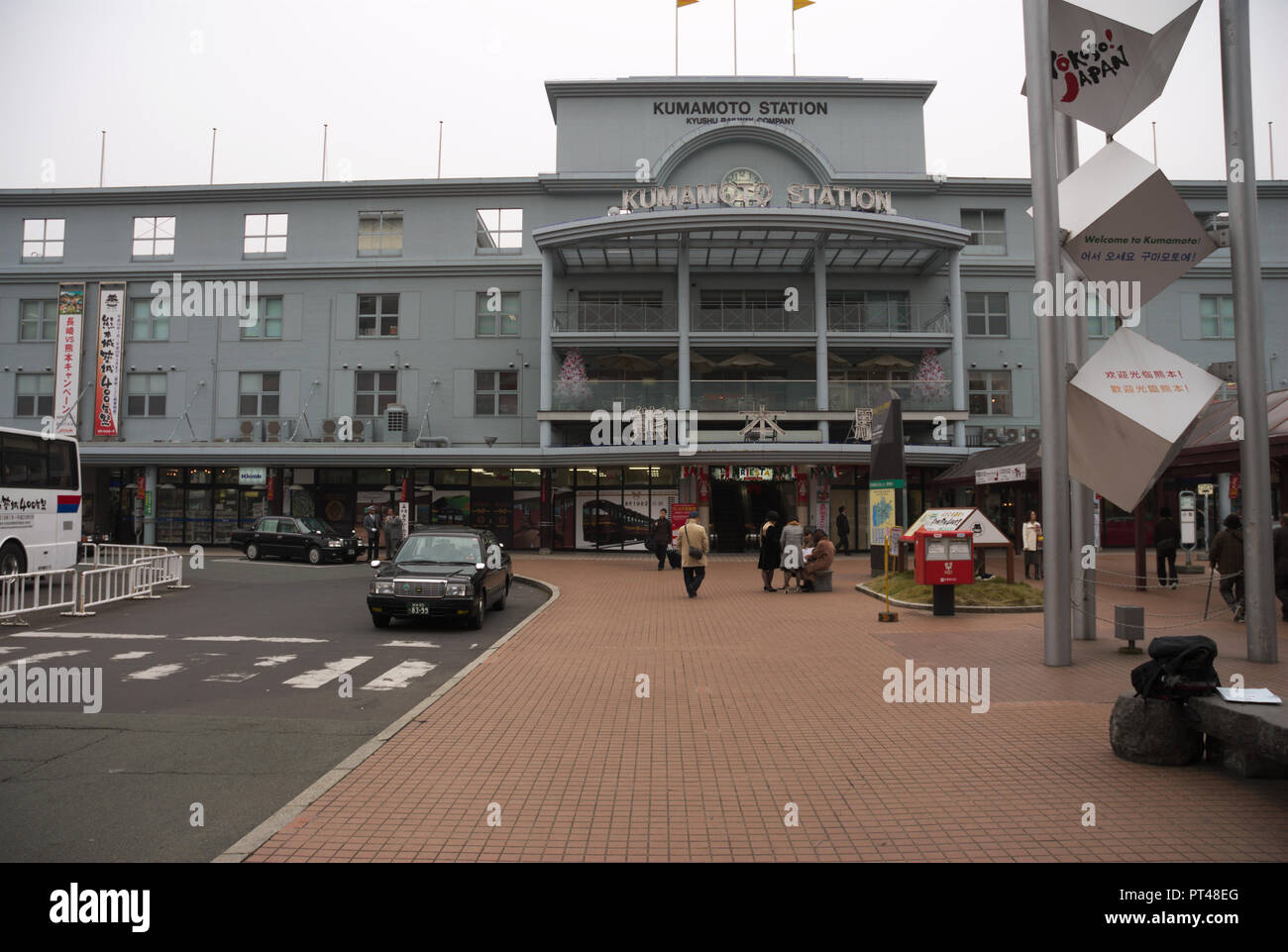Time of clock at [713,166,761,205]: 10:14
